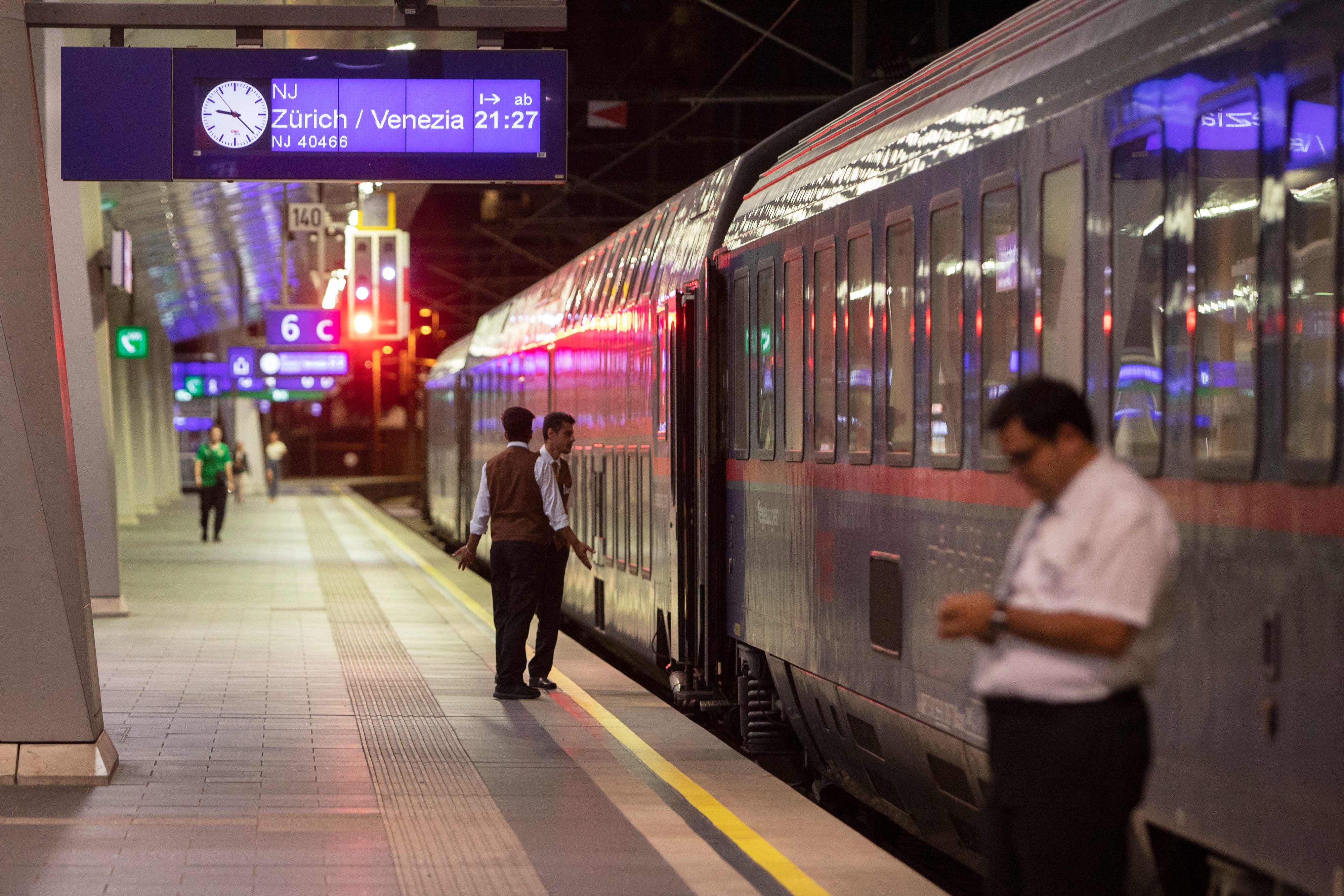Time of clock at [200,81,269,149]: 9:22
